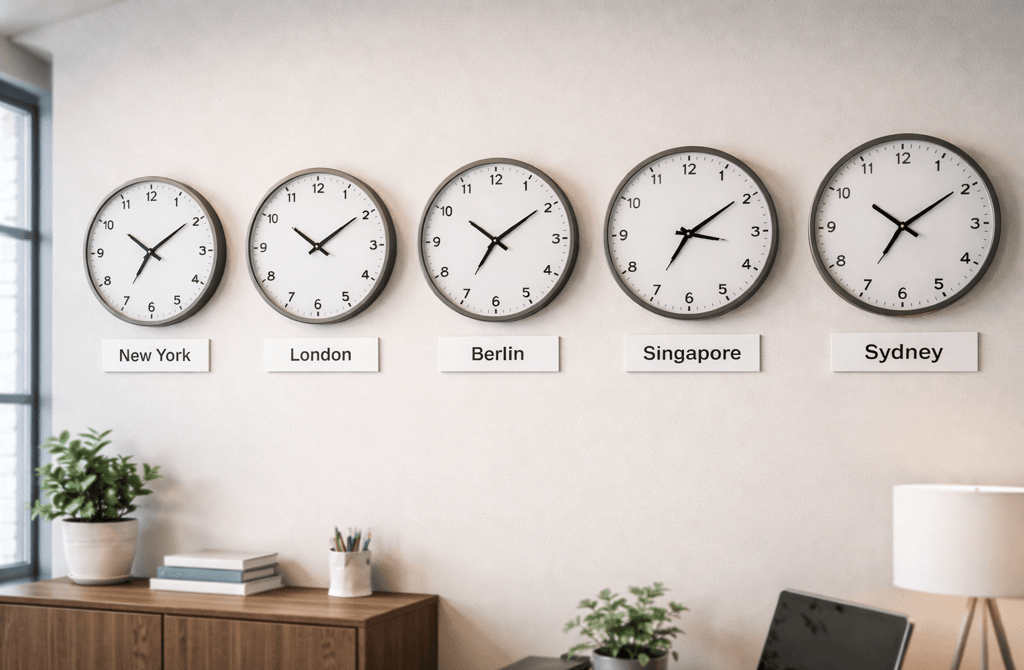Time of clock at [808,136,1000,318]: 10:09
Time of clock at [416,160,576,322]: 10:09
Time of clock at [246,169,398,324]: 10:09
